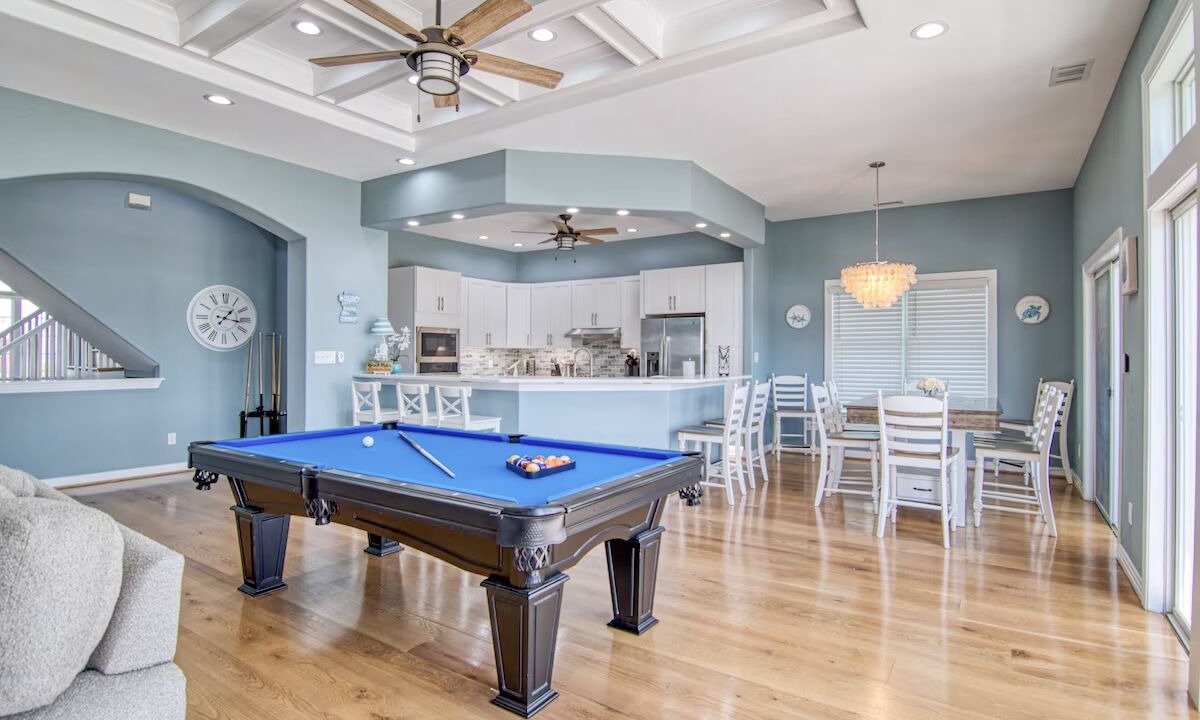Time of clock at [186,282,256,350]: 1:16
